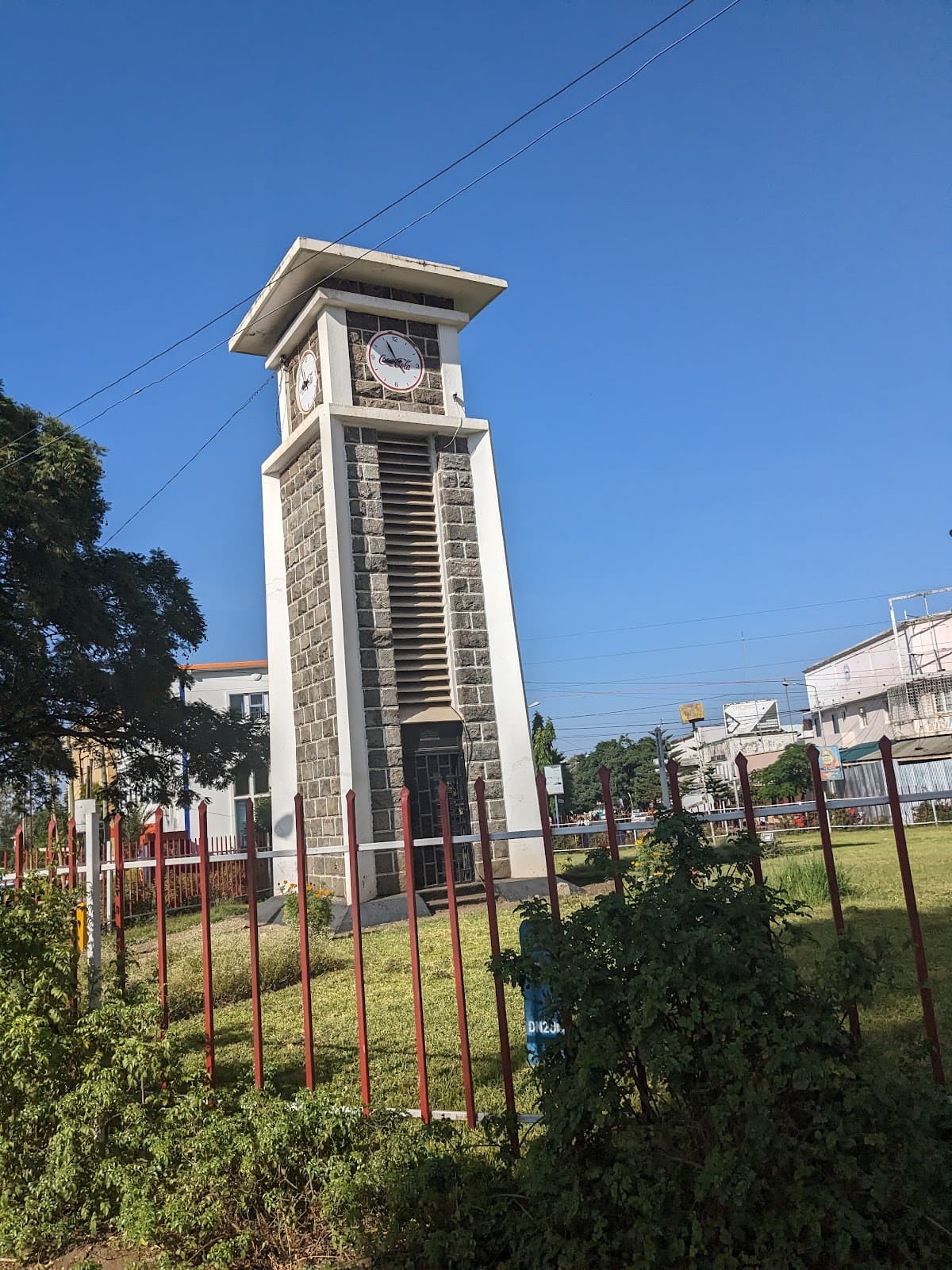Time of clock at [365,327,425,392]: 8:55
